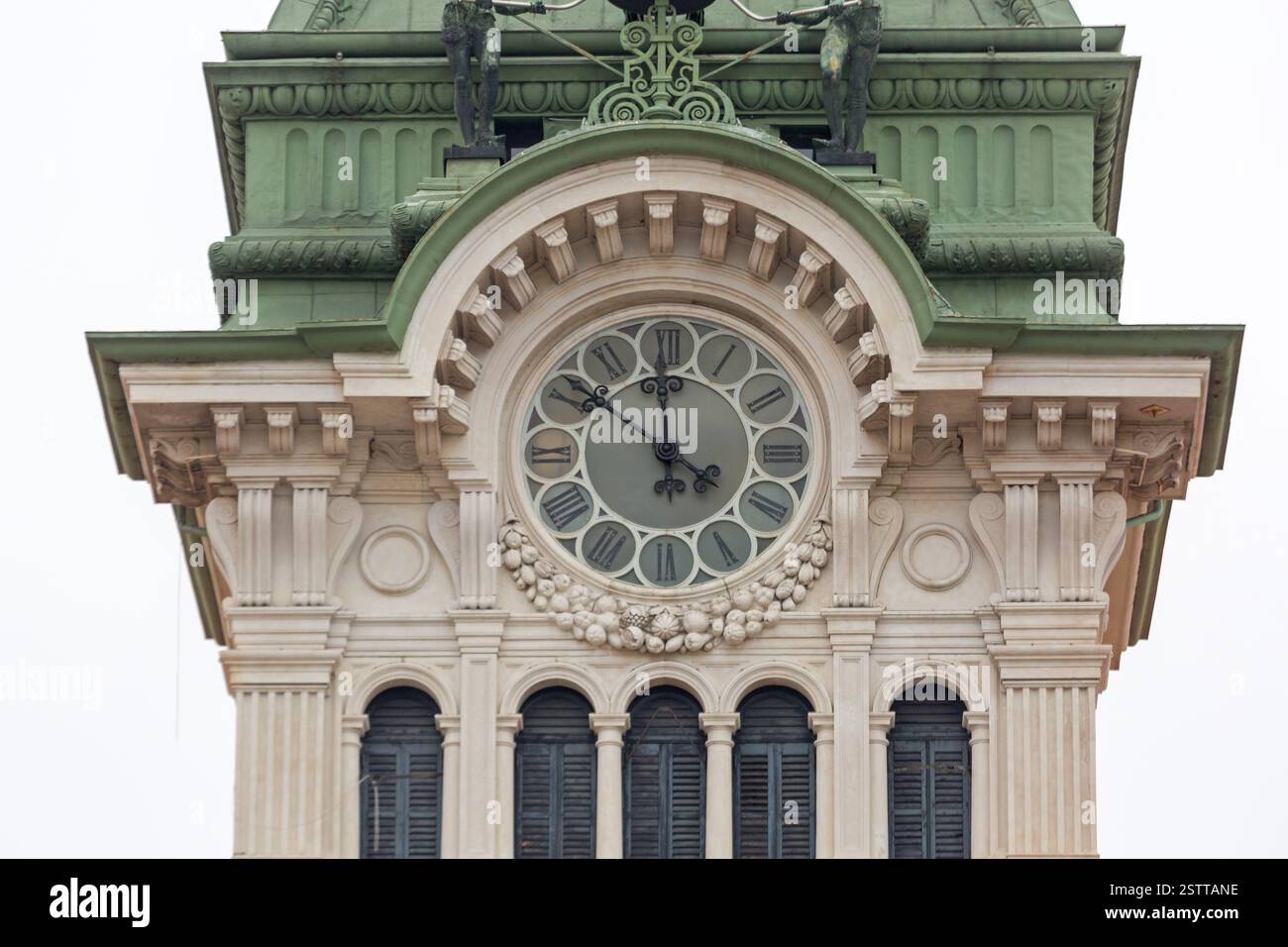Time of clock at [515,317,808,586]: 11:51
